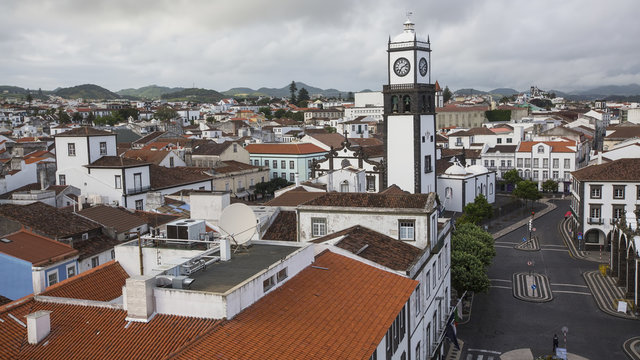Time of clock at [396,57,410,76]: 7:11
